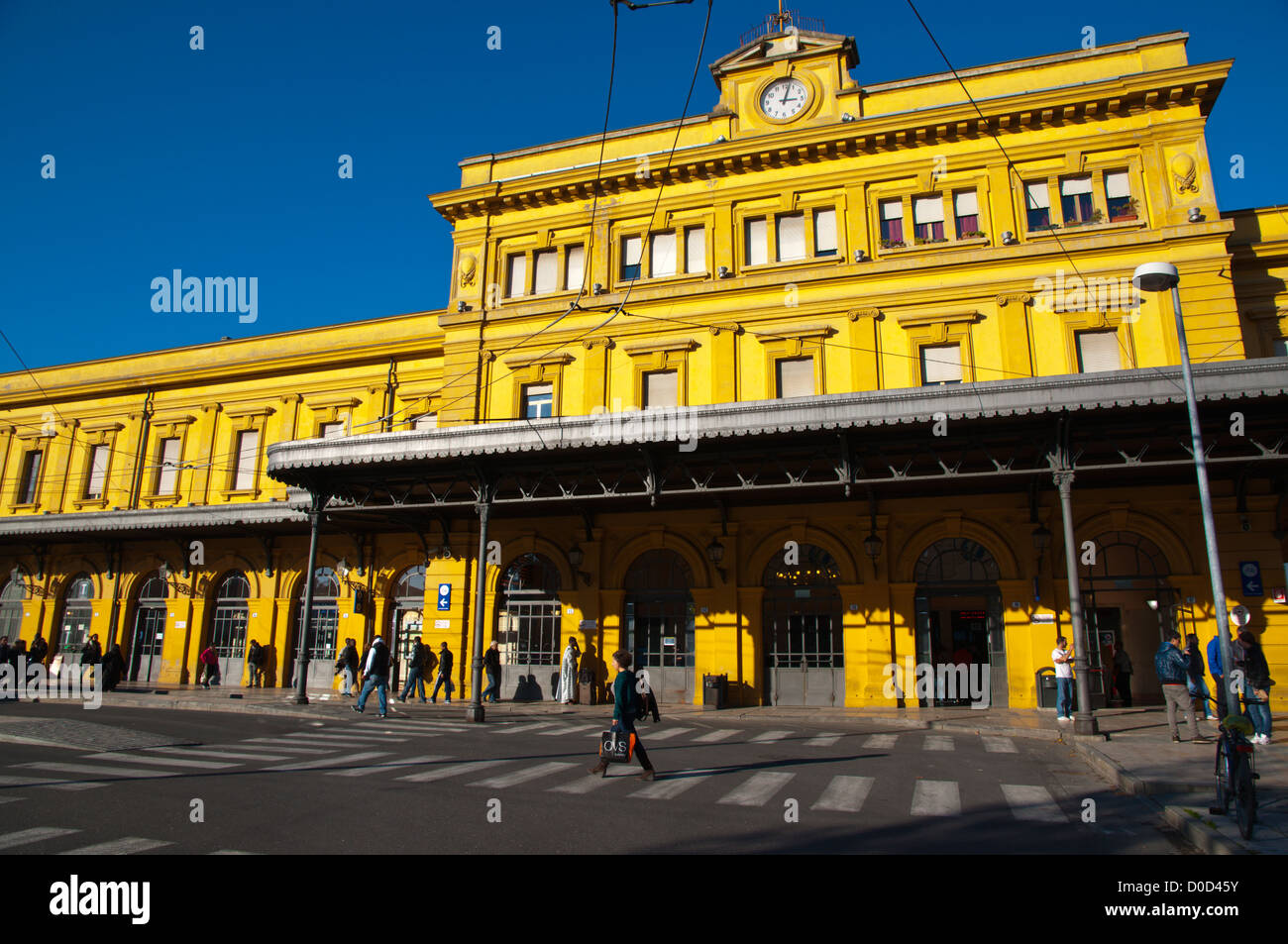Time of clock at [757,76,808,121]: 3:02
